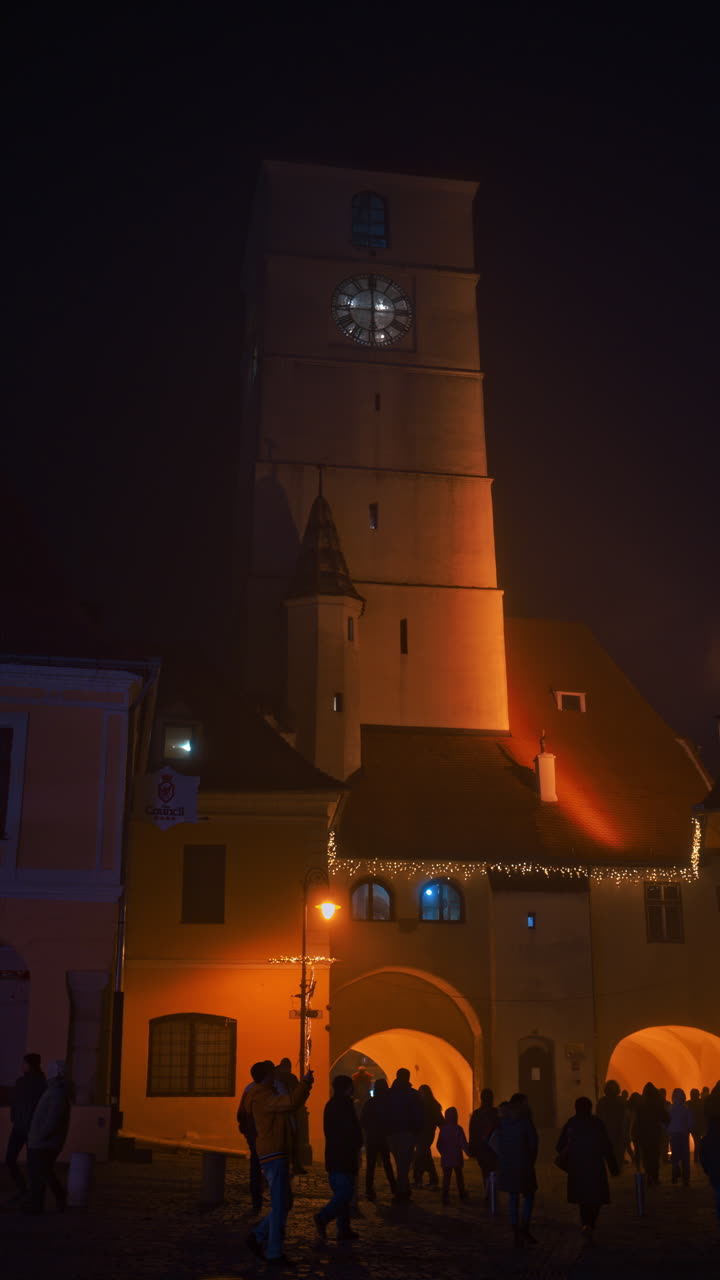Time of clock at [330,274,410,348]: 5:59
